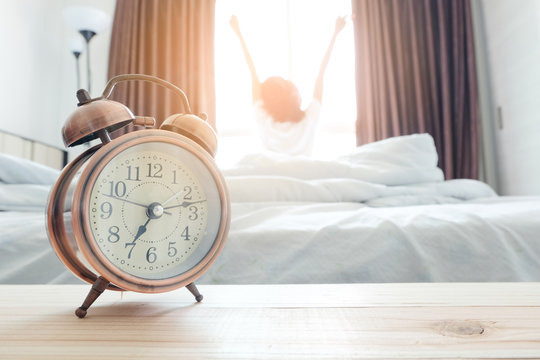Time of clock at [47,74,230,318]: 7:12
